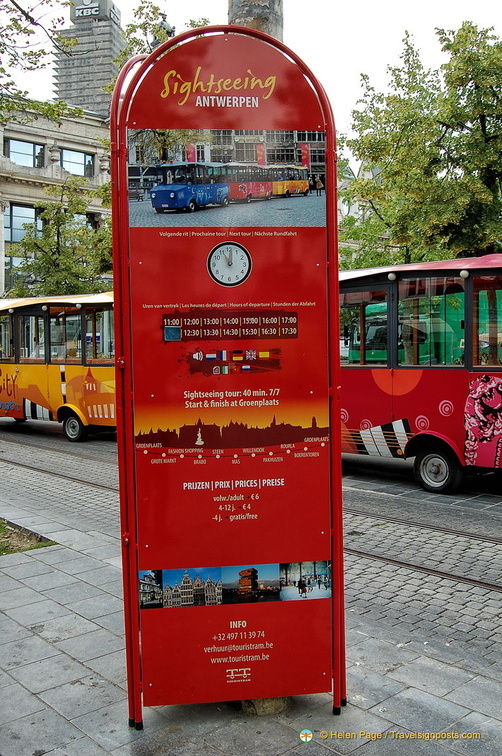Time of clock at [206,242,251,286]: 11:01
